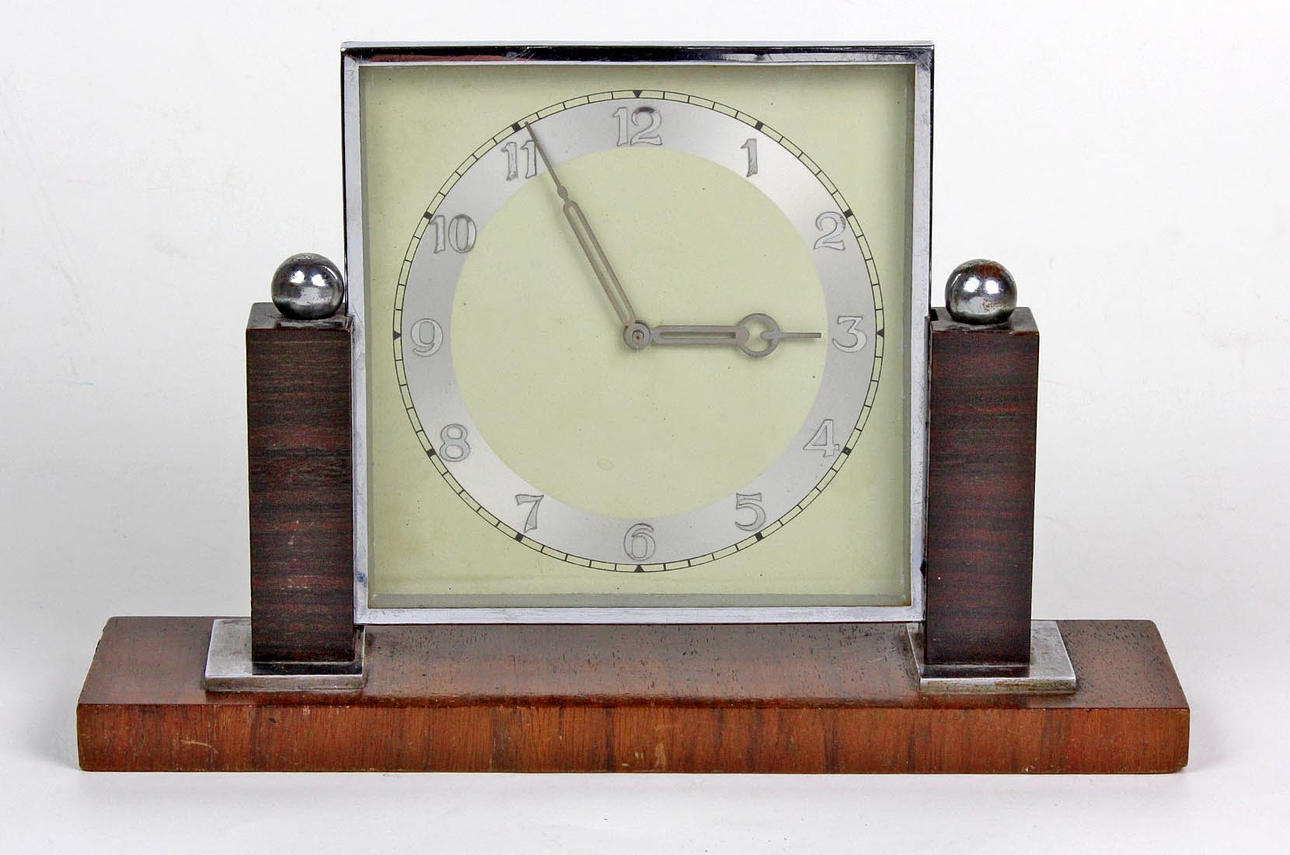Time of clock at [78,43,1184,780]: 2:55
